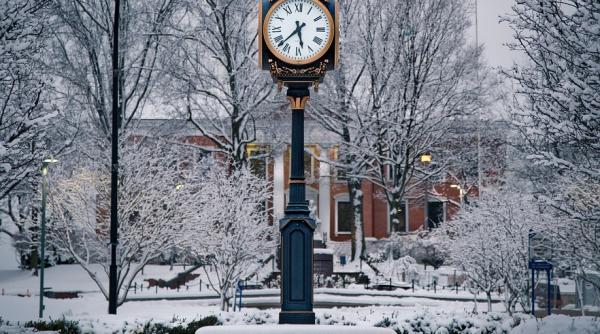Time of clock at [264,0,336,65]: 5:37
